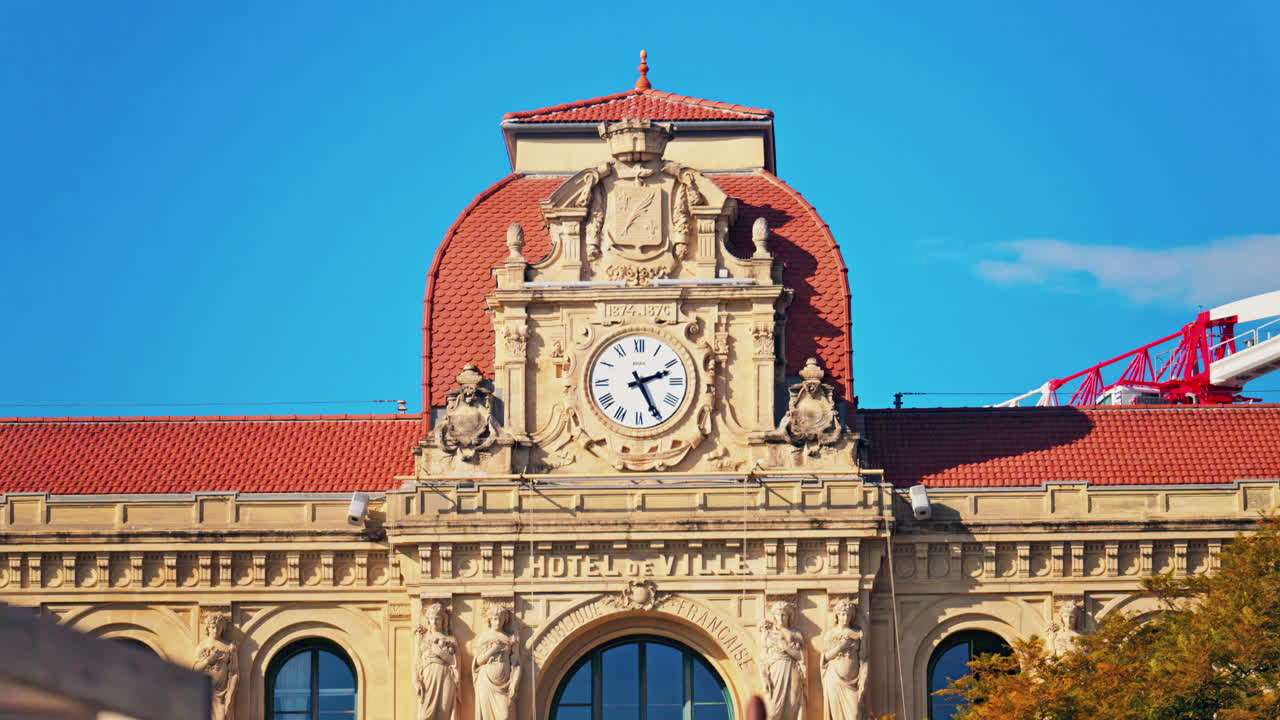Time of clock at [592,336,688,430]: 2:25
